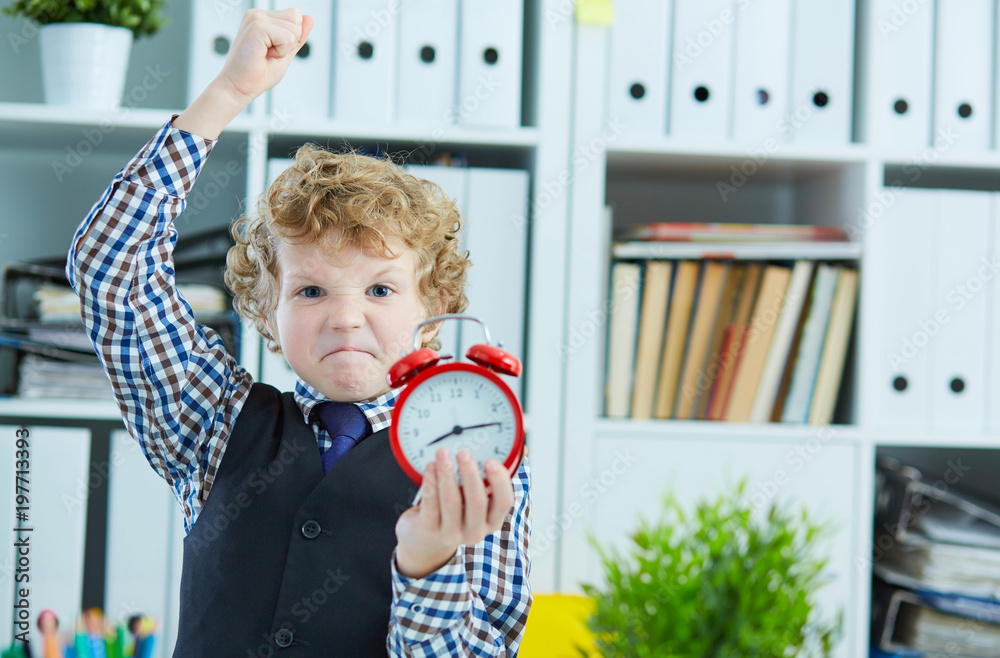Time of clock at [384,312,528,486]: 8:13
